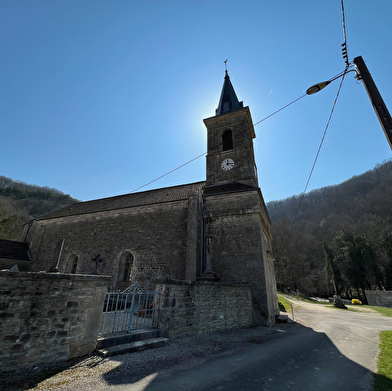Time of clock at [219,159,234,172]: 12:14
